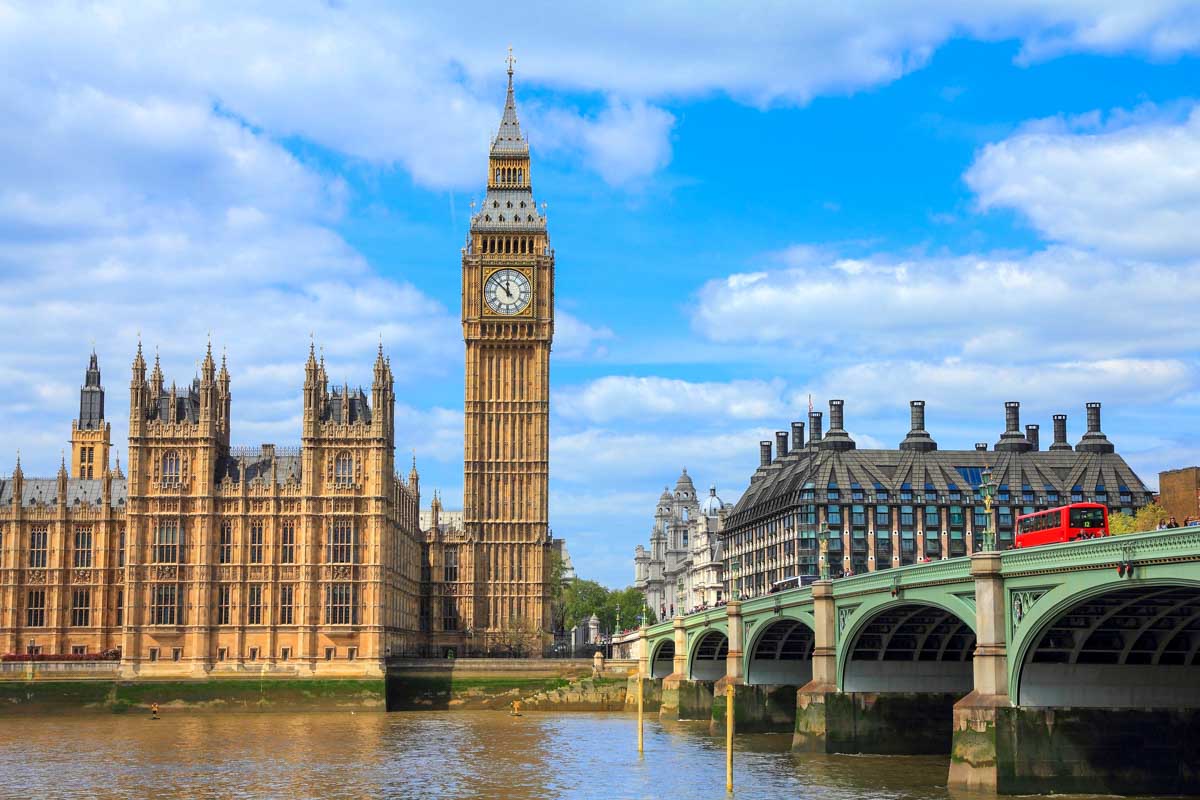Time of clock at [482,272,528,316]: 11:52
